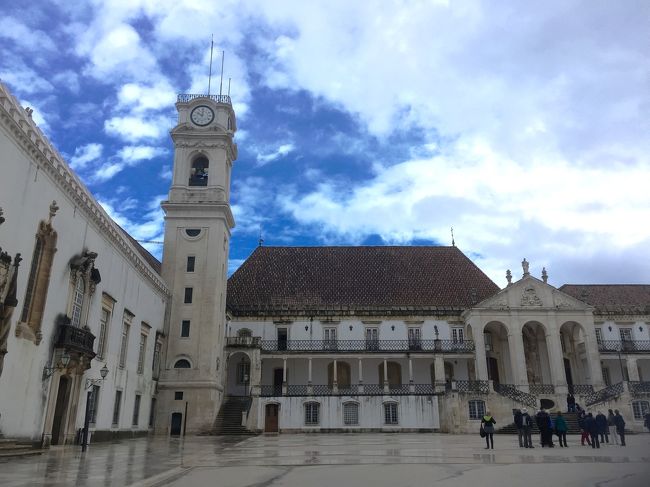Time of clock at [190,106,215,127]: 10:00
